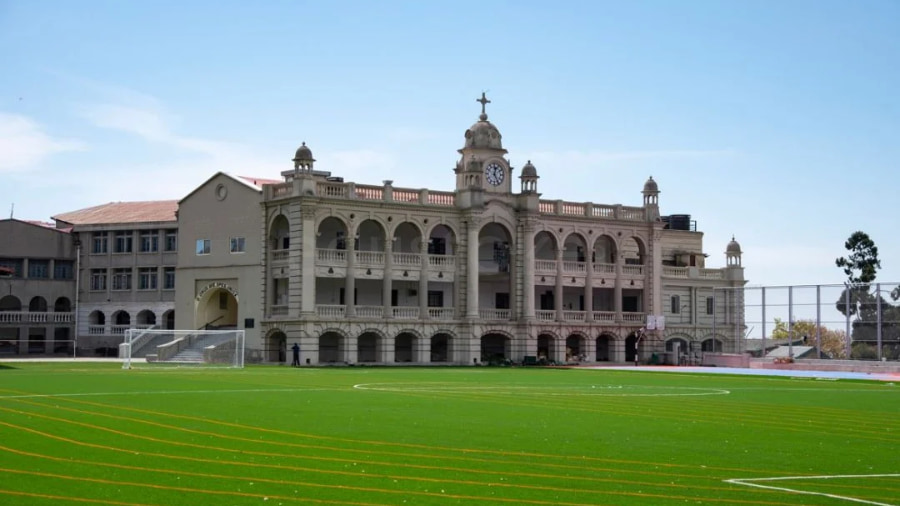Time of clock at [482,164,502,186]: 12:24
